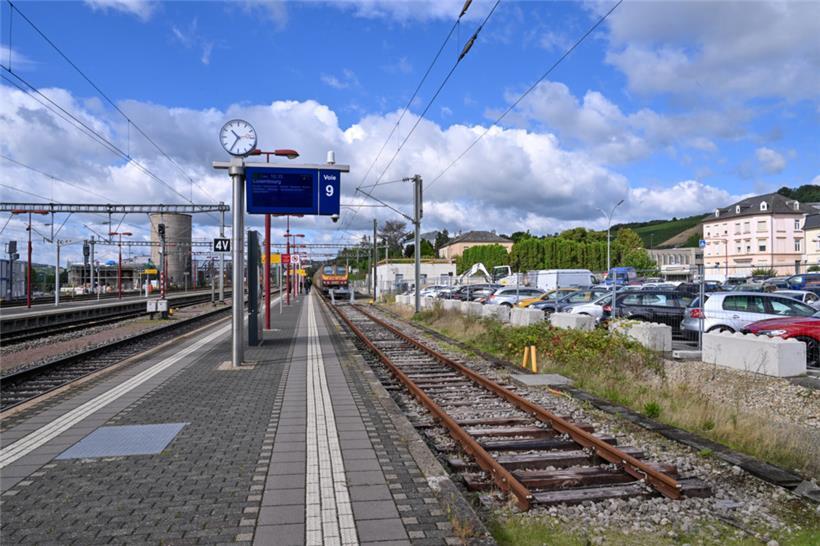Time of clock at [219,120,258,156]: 10:35
